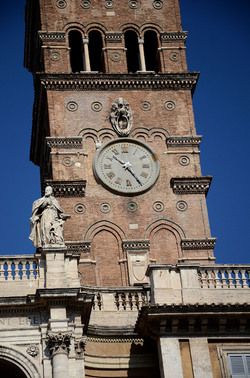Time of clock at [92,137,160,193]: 10:24
